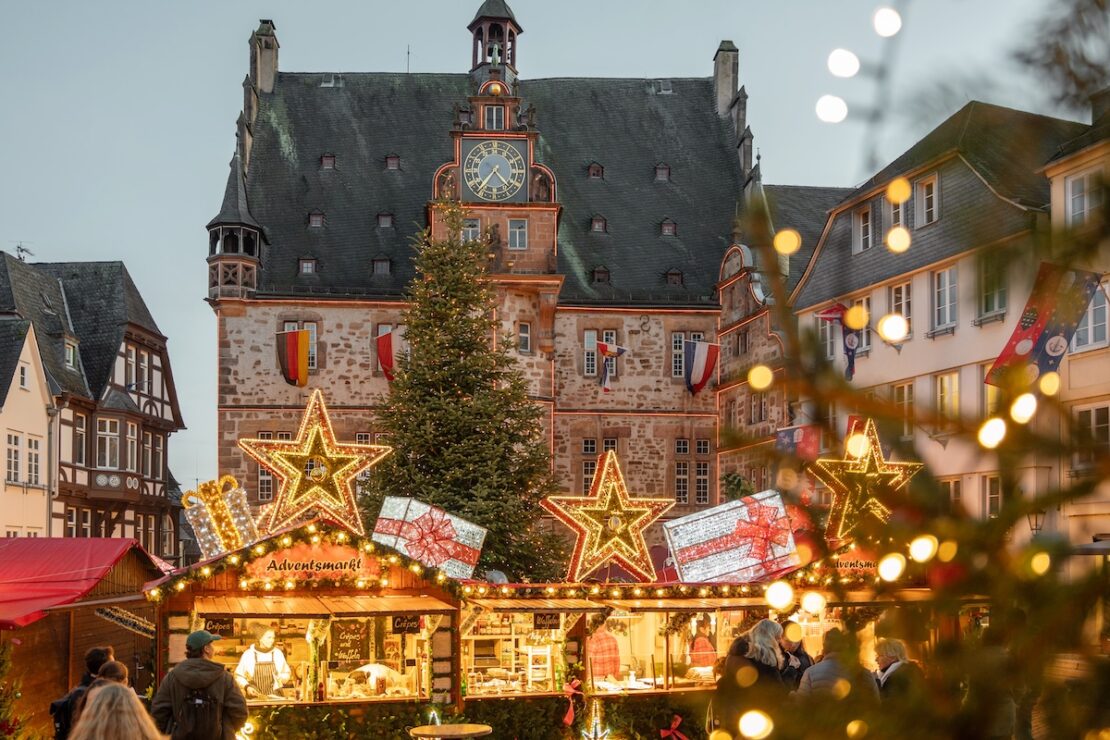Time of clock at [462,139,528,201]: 4:36
